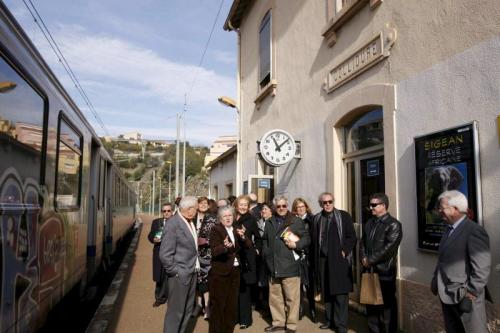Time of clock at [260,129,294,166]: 11:08
